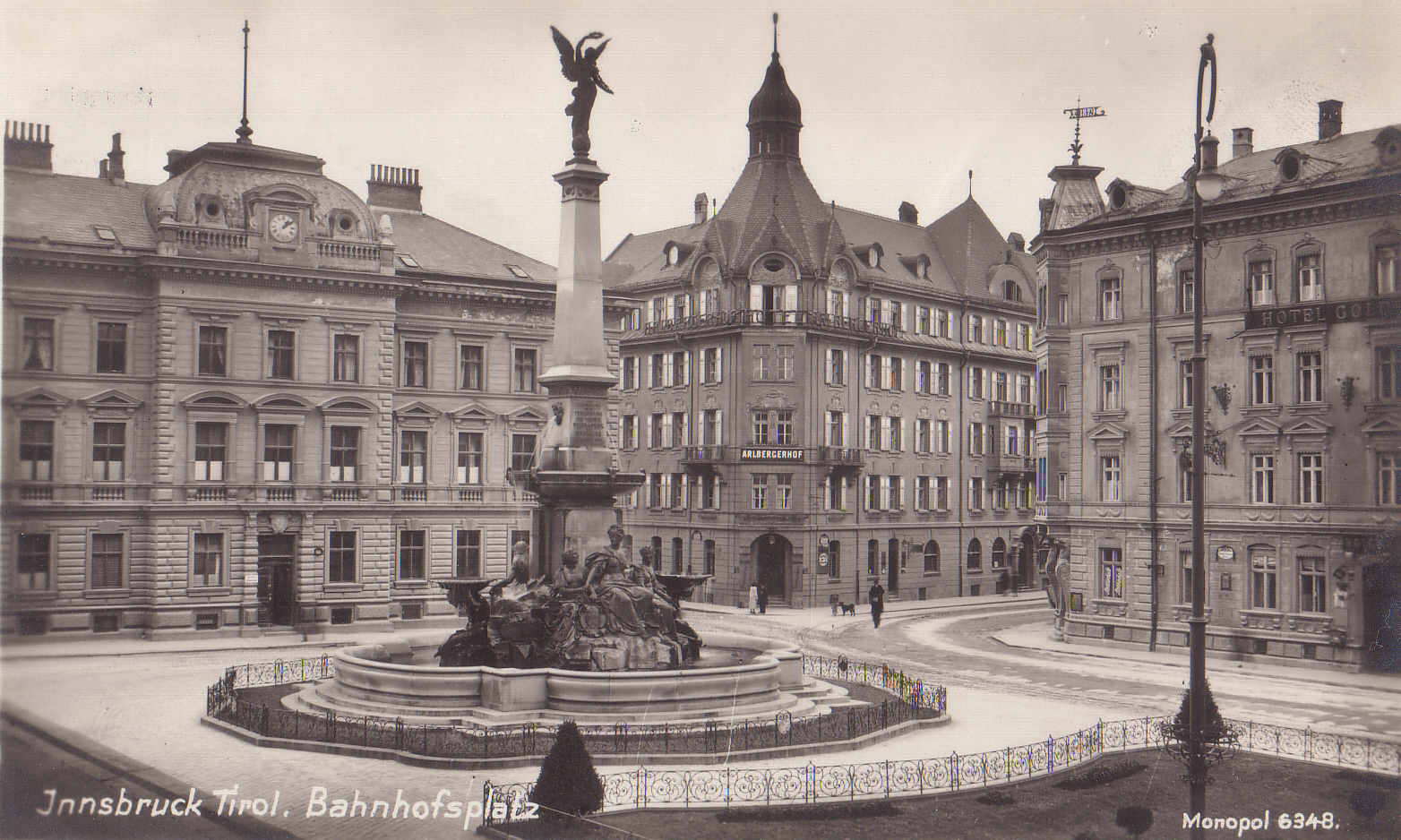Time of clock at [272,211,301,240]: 1:09
